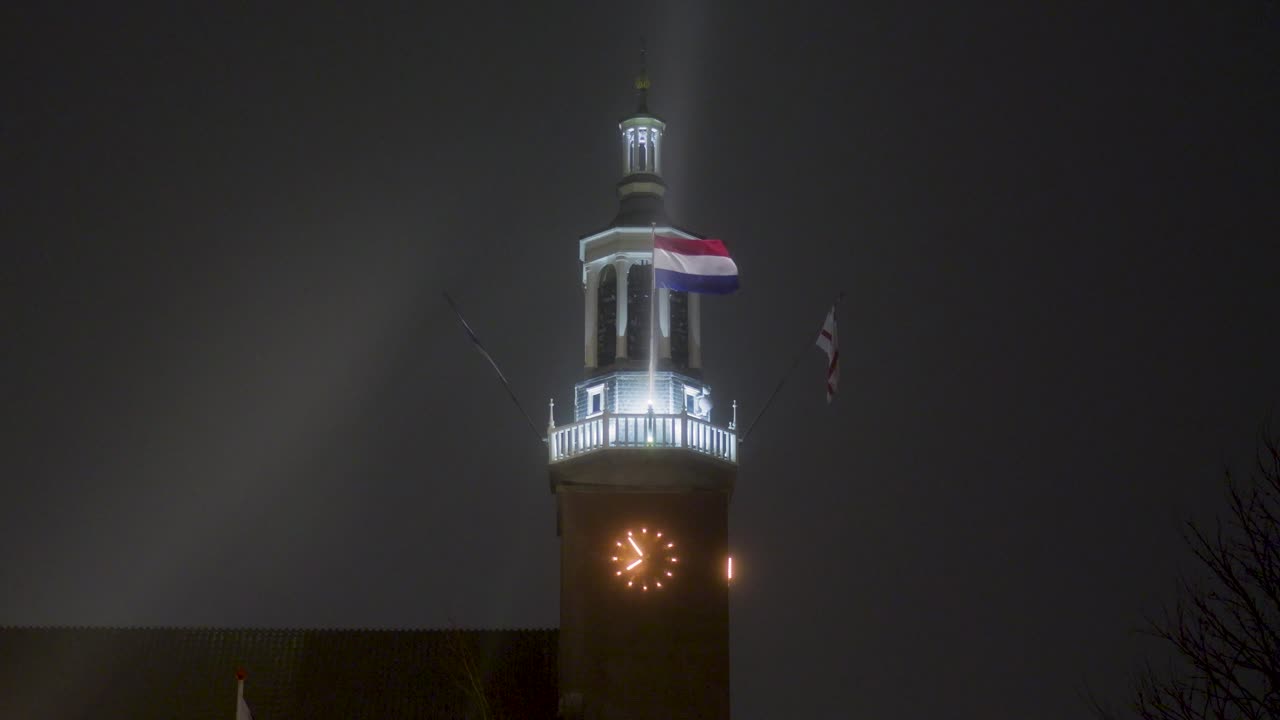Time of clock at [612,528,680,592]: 7:53
